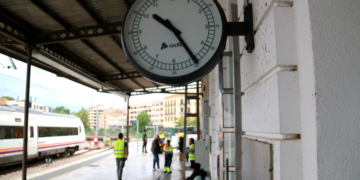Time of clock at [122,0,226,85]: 10:24
